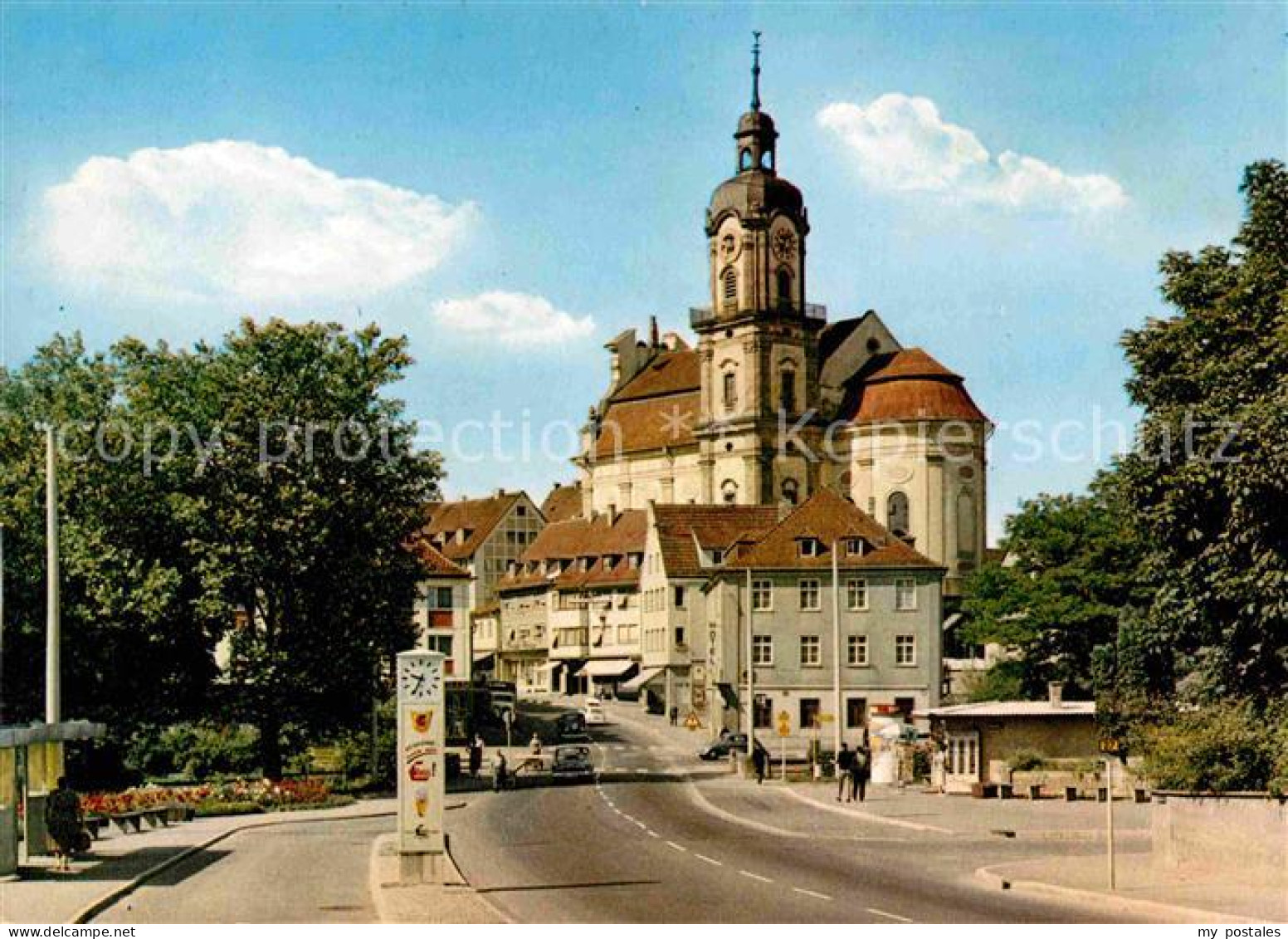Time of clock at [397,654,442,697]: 9:34
